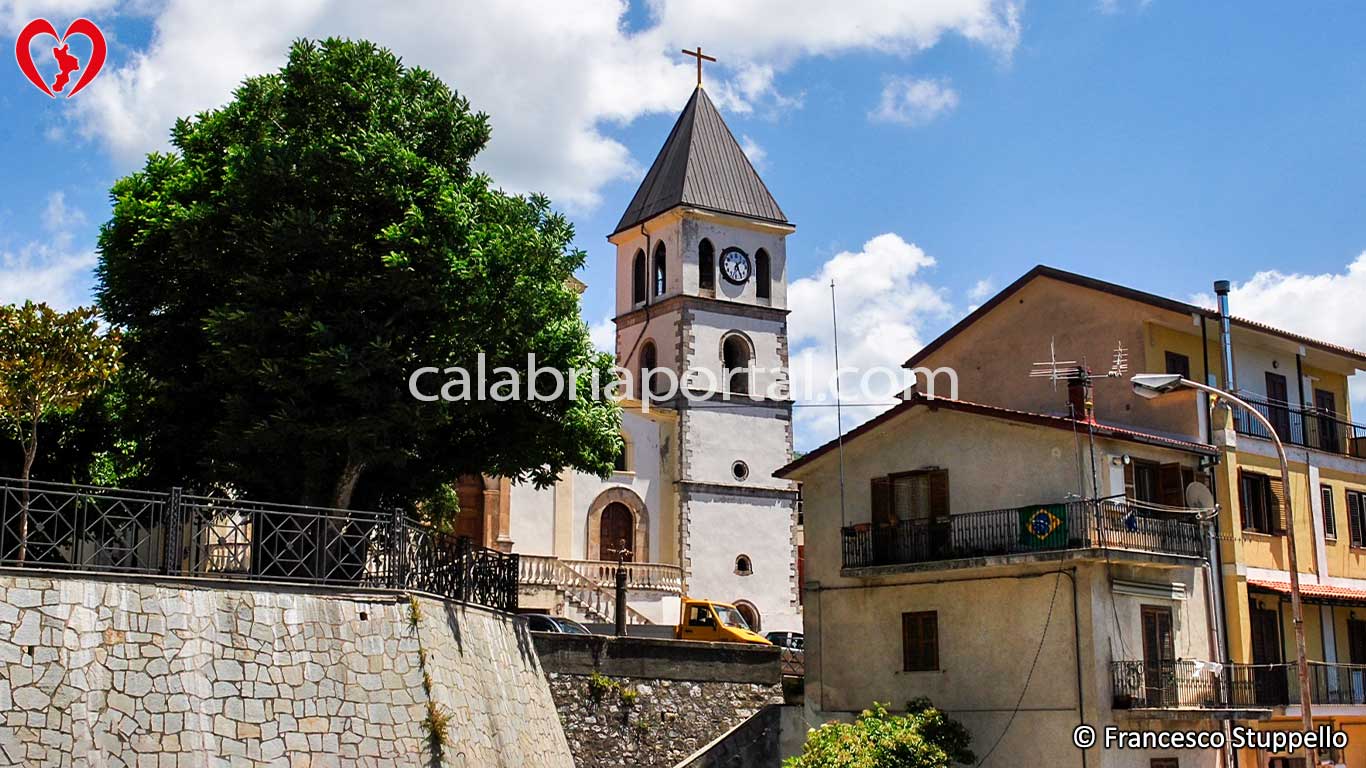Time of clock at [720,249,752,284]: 1:25
